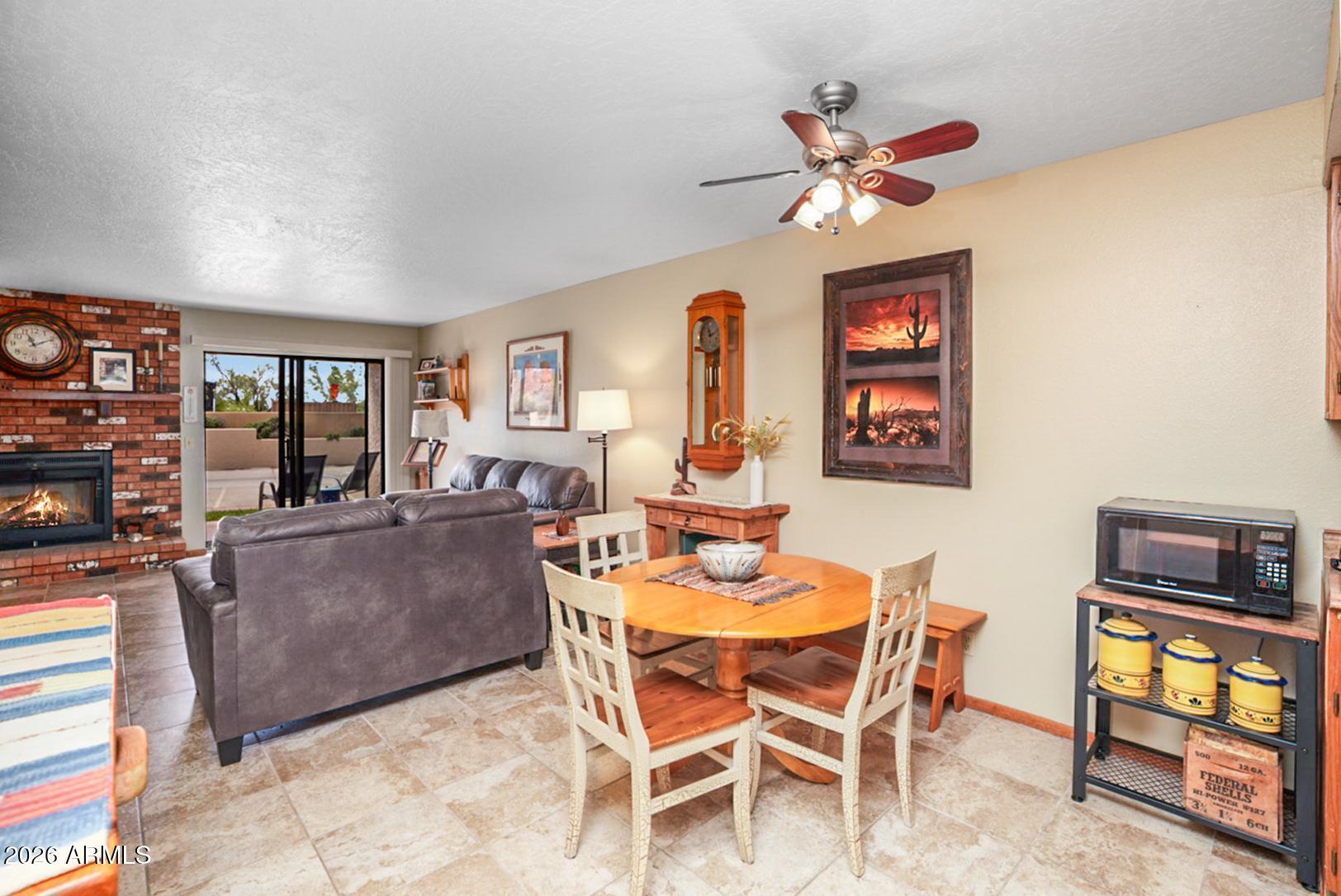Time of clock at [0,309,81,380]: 11:10
